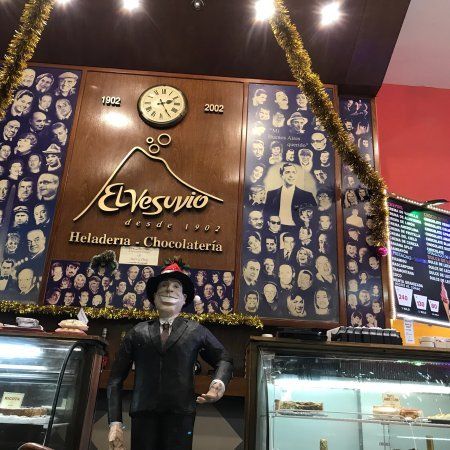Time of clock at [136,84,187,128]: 2:25
